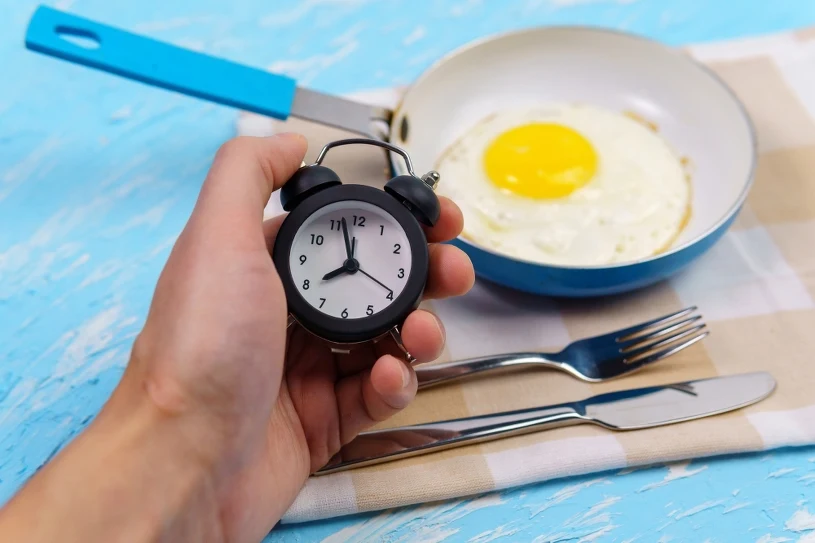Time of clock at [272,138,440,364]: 7:57
